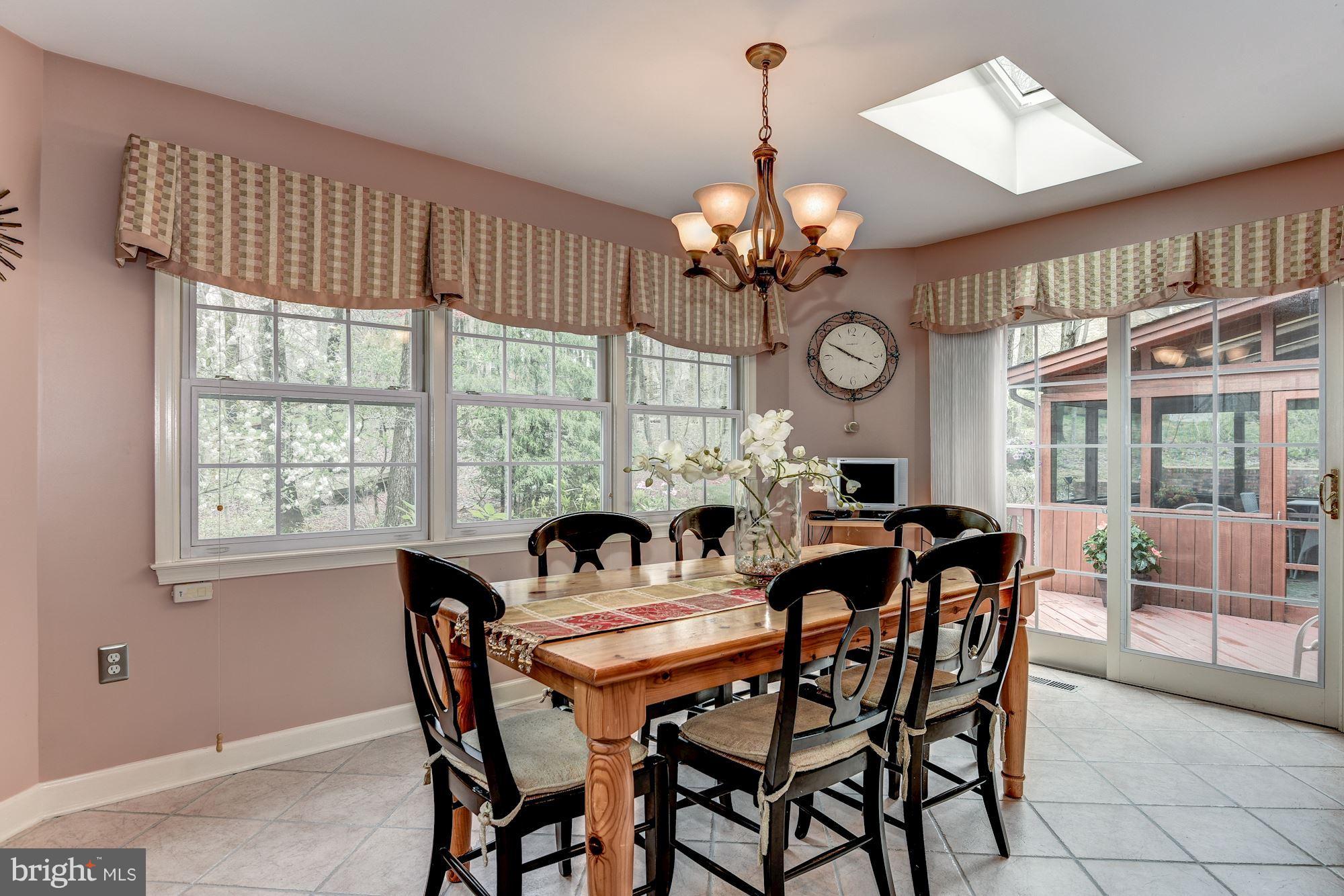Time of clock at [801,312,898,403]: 3:50
